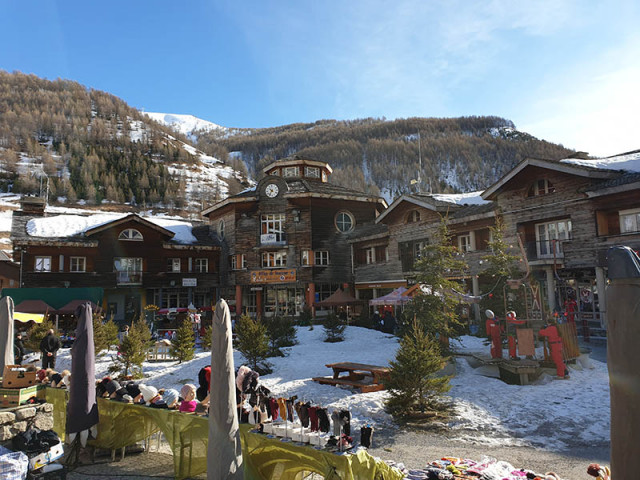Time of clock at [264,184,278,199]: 10:36
